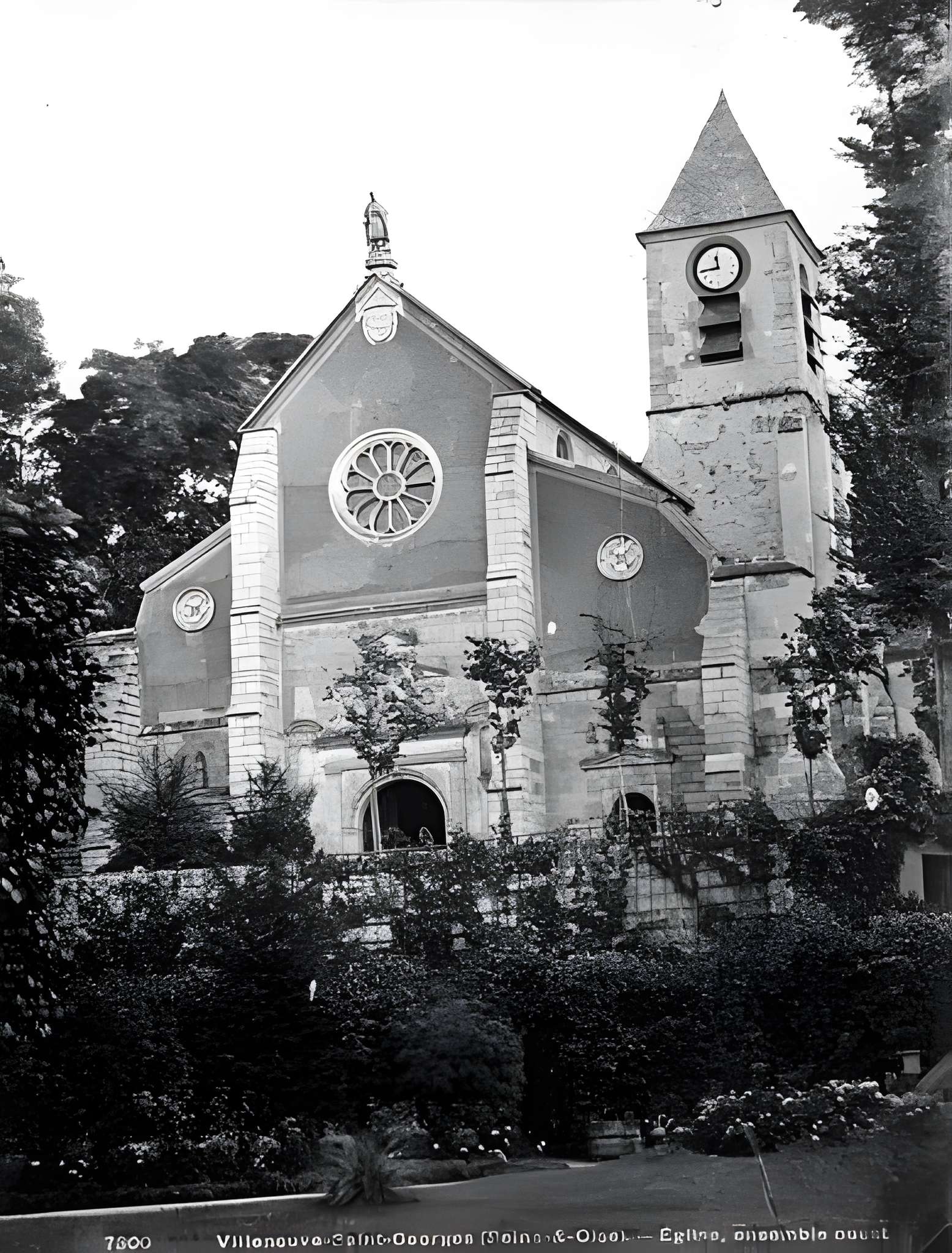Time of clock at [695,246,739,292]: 11:44
